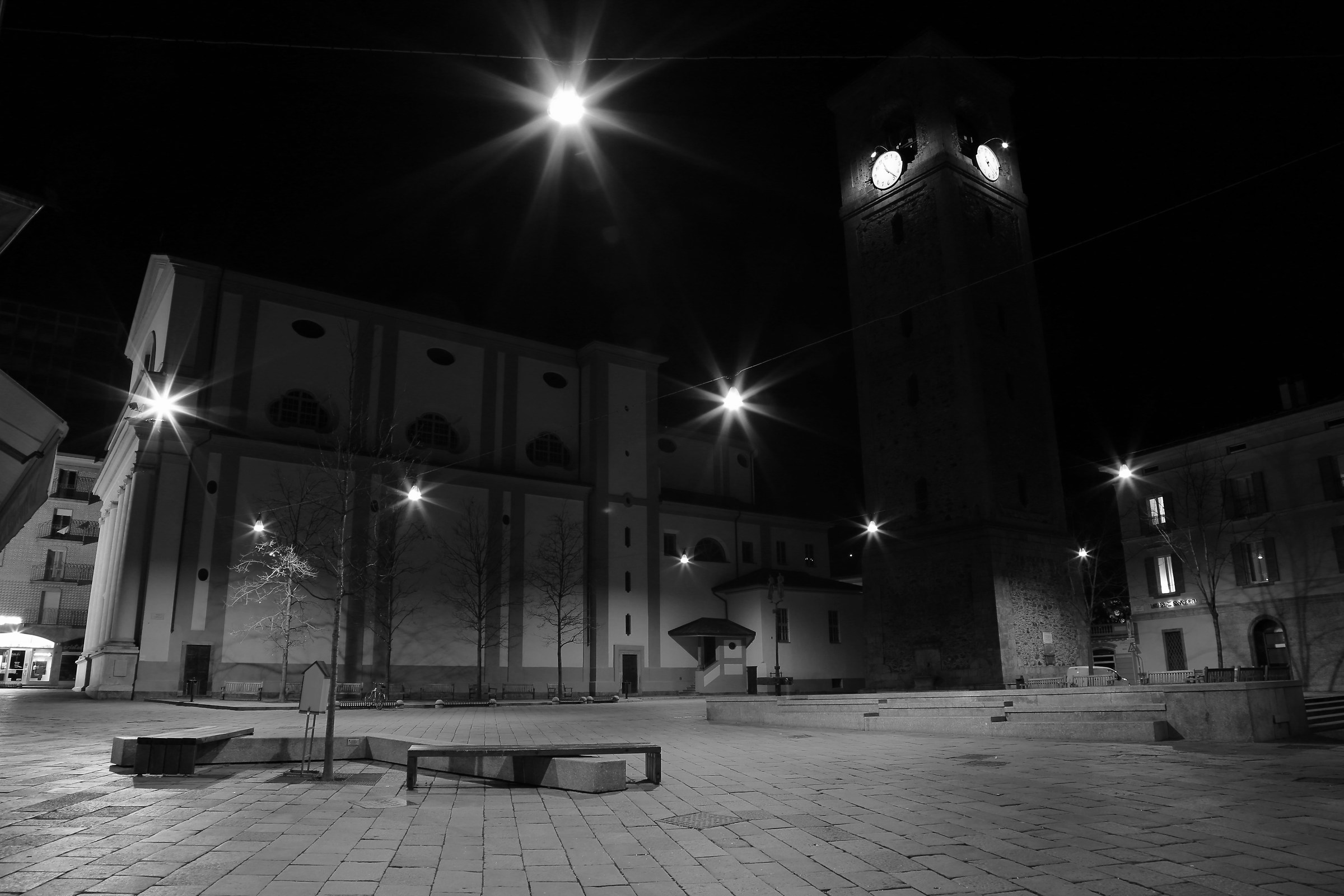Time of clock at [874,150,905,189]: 11:23
